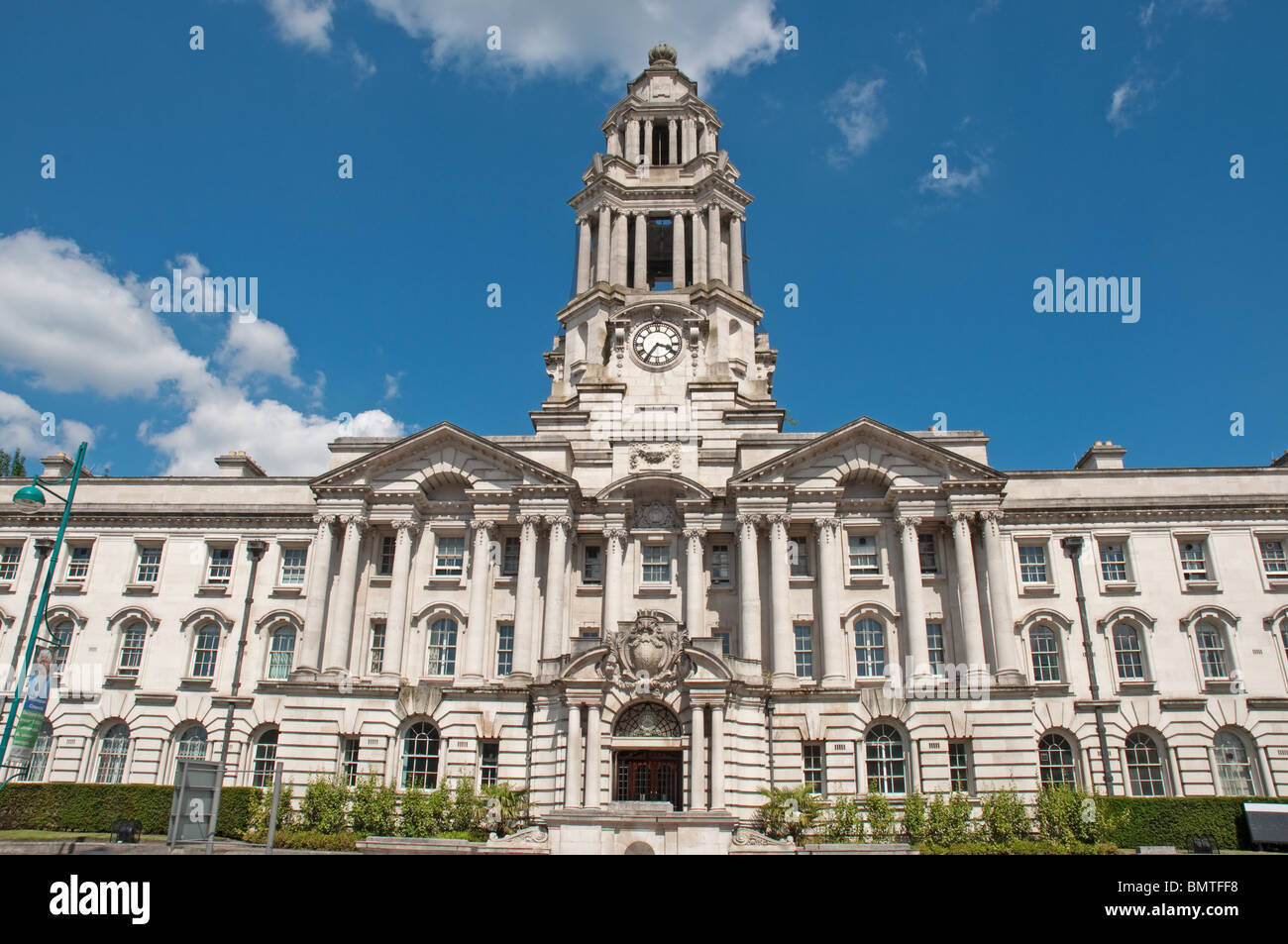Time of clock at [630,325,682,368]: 3:35
